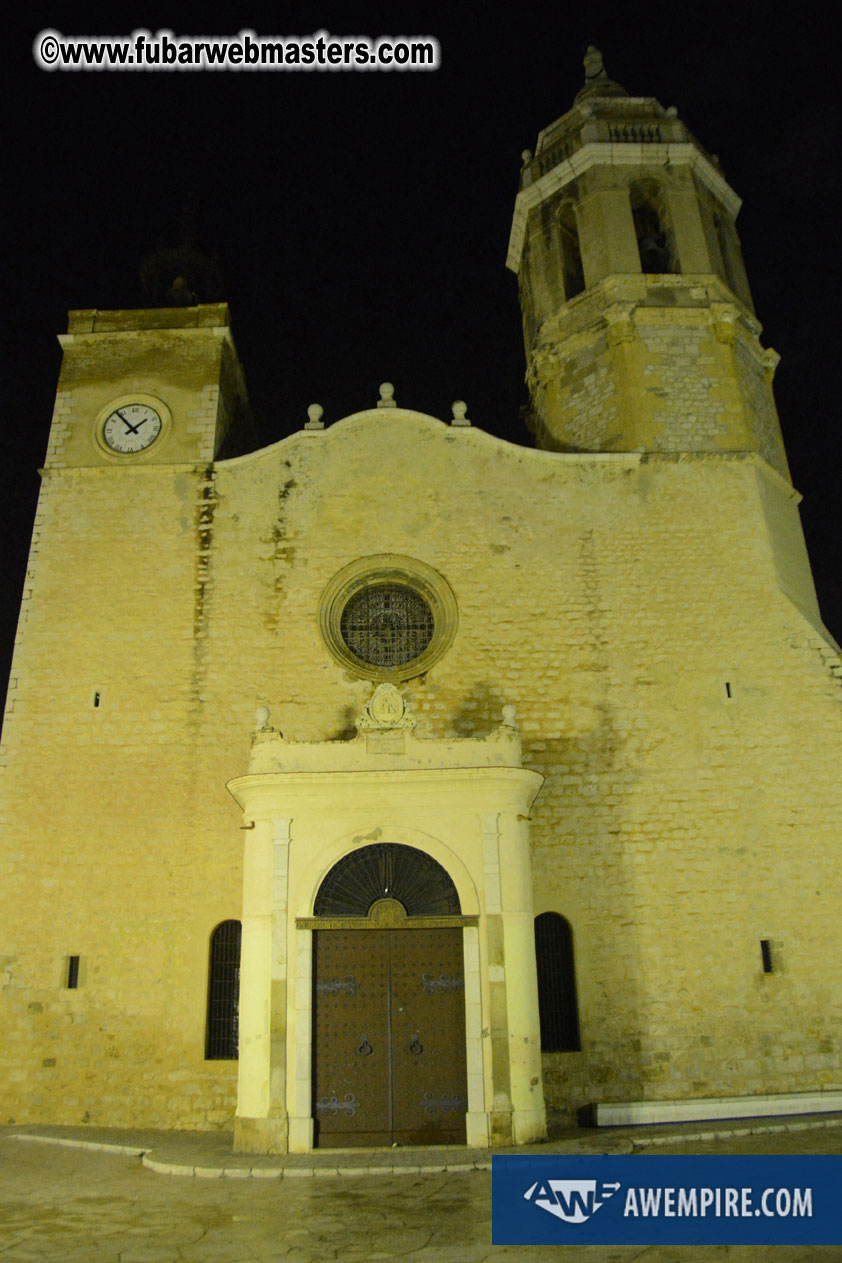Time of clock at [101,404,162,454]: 1:53
